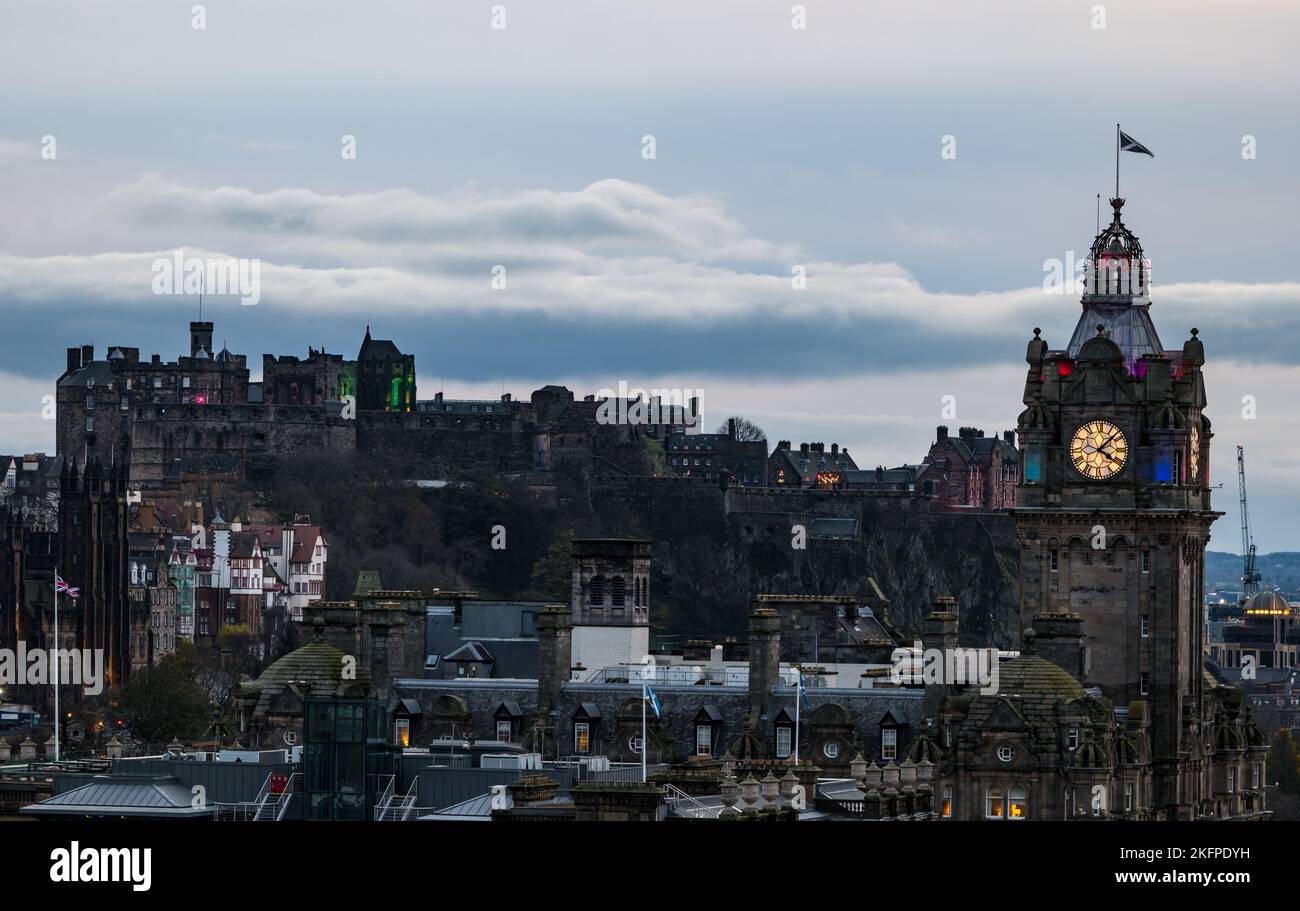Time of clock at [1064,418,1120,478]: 4:07
